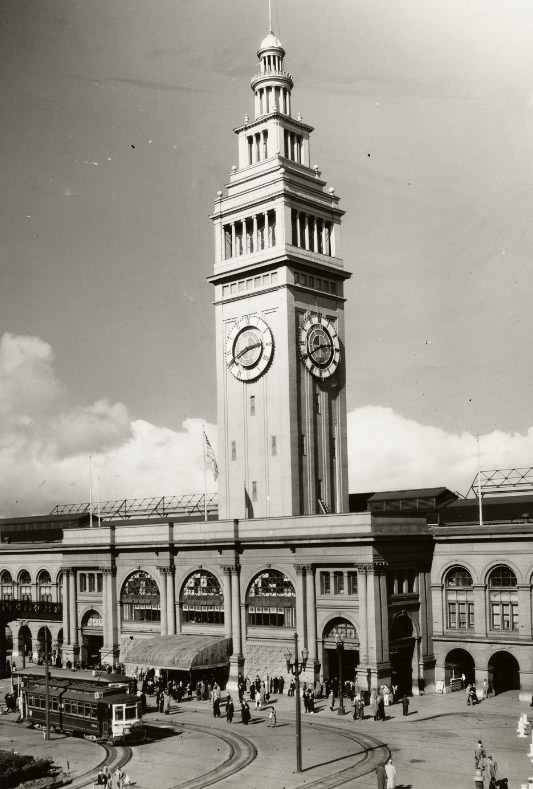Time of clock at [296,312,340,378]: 2:40
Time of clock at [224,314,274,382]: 2:40
